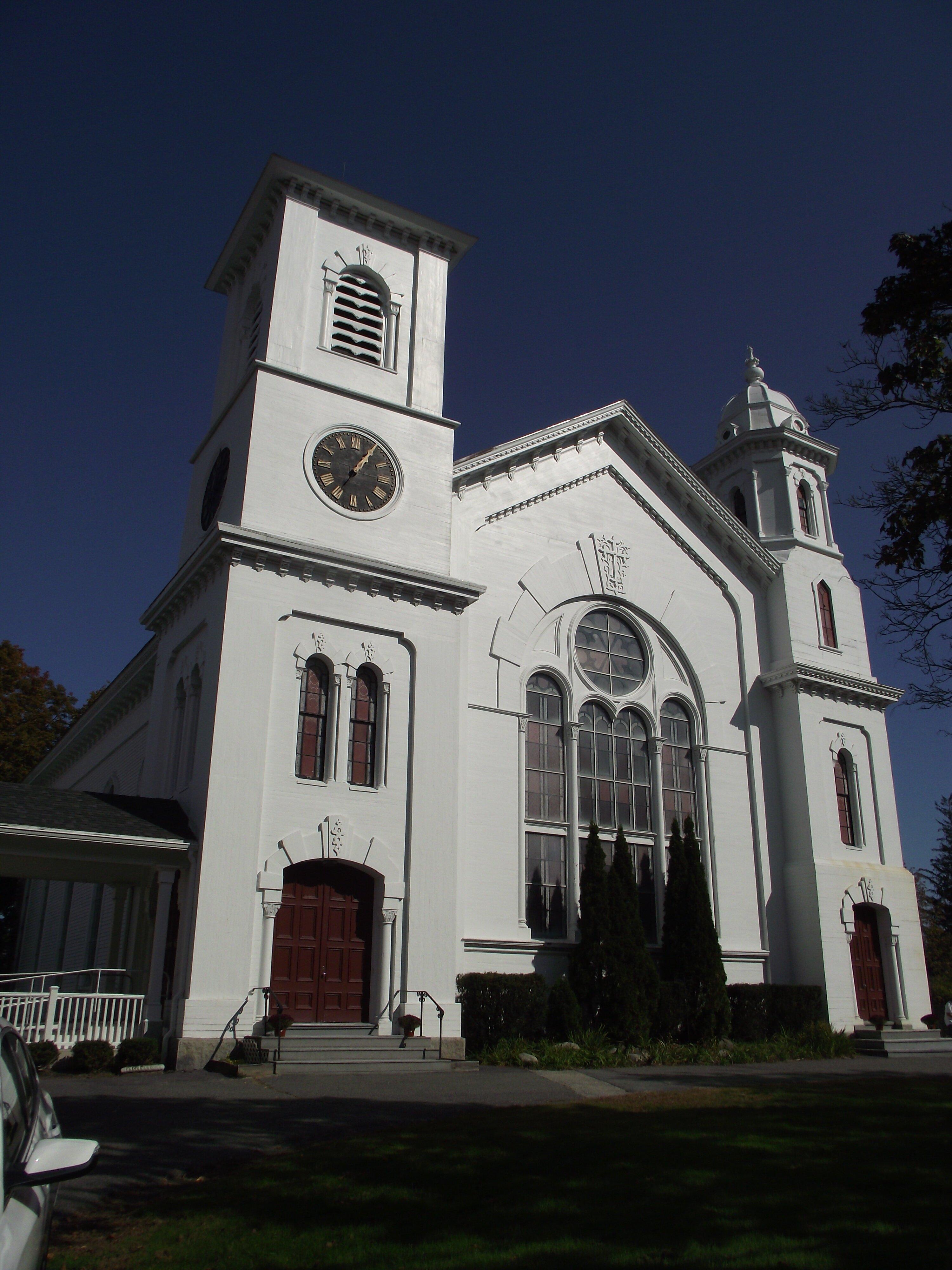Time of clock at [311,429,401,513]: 1:05
